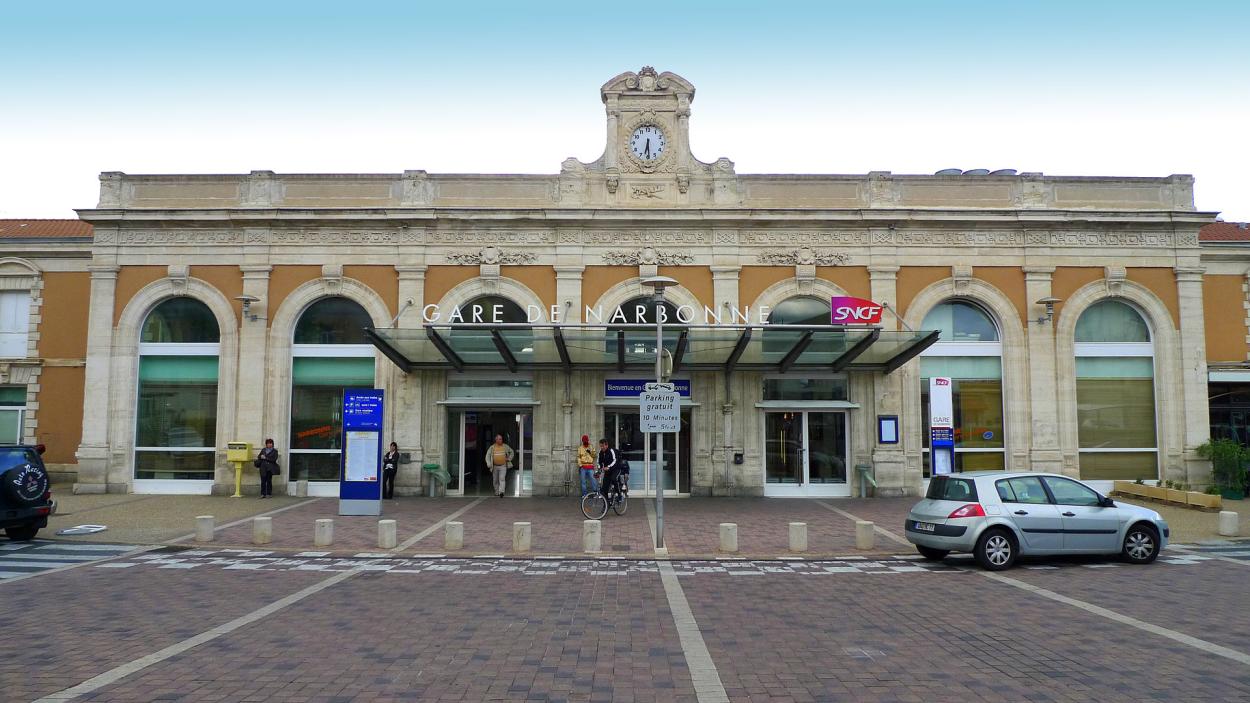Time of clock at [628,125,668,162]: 6:29
